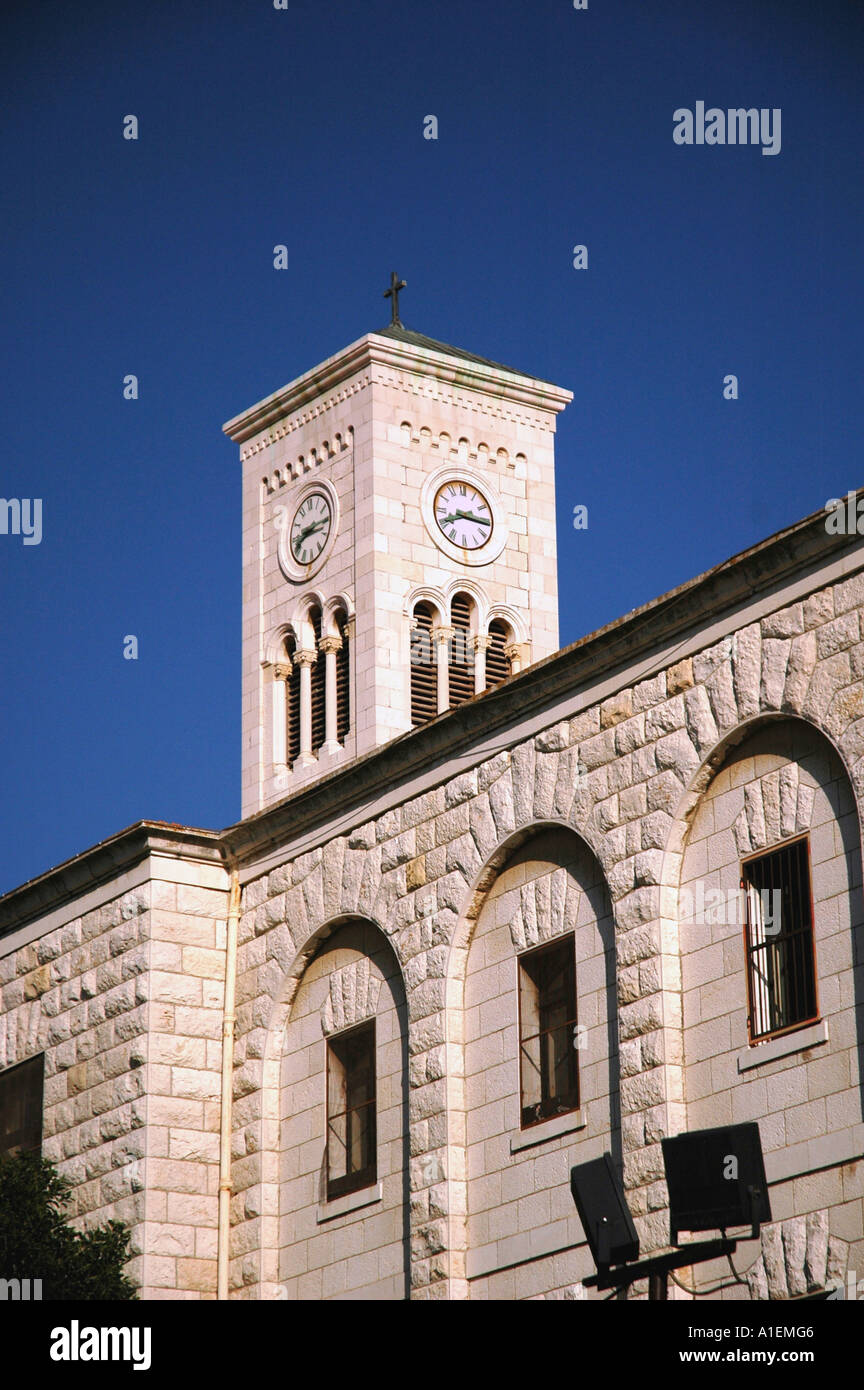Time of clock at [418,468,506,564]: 8:15
